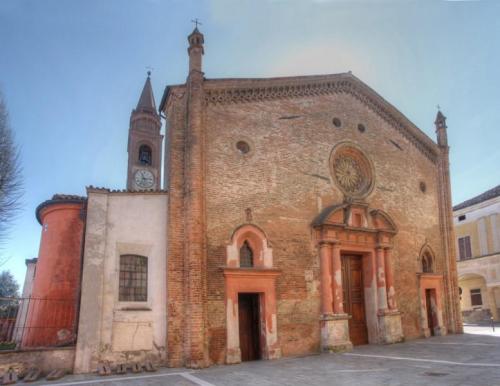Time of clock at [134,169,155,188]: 11:13
